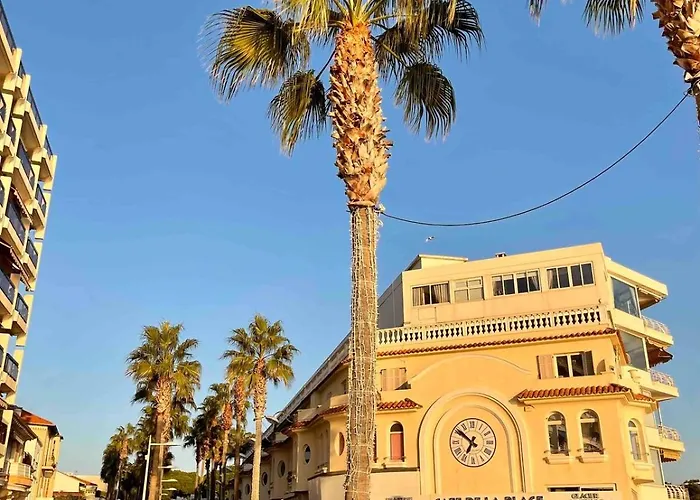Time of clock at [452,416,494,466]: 6:51
